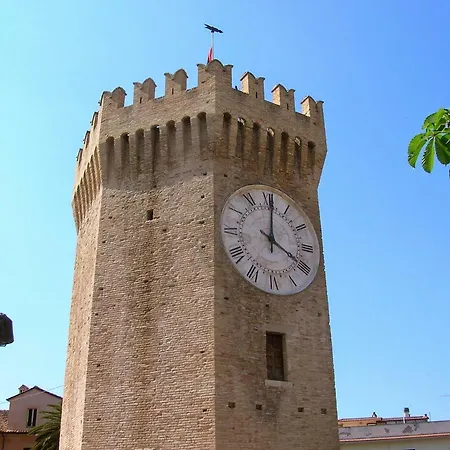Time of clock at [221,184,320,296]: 4:00
